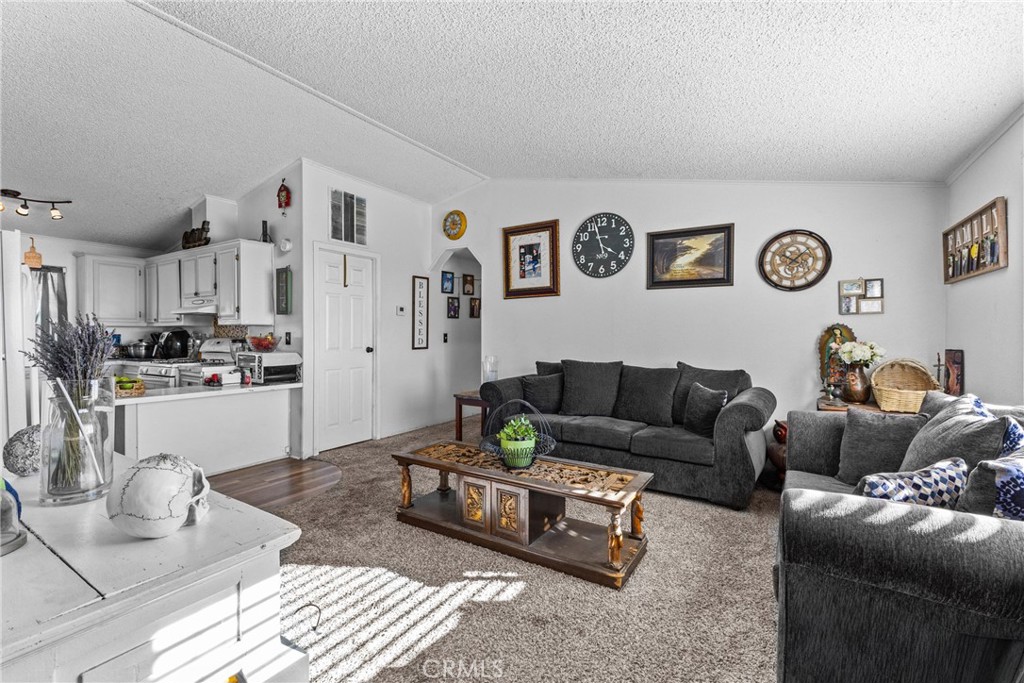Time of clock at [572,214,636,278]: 3:57
